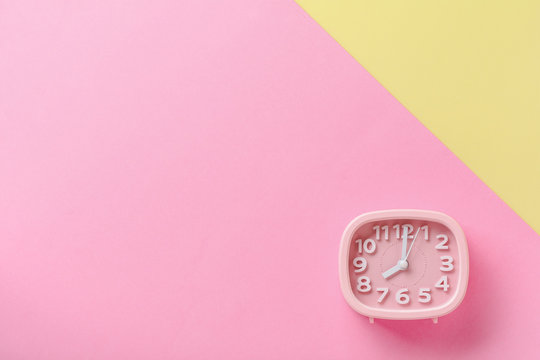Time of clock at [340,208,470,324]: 8:01
